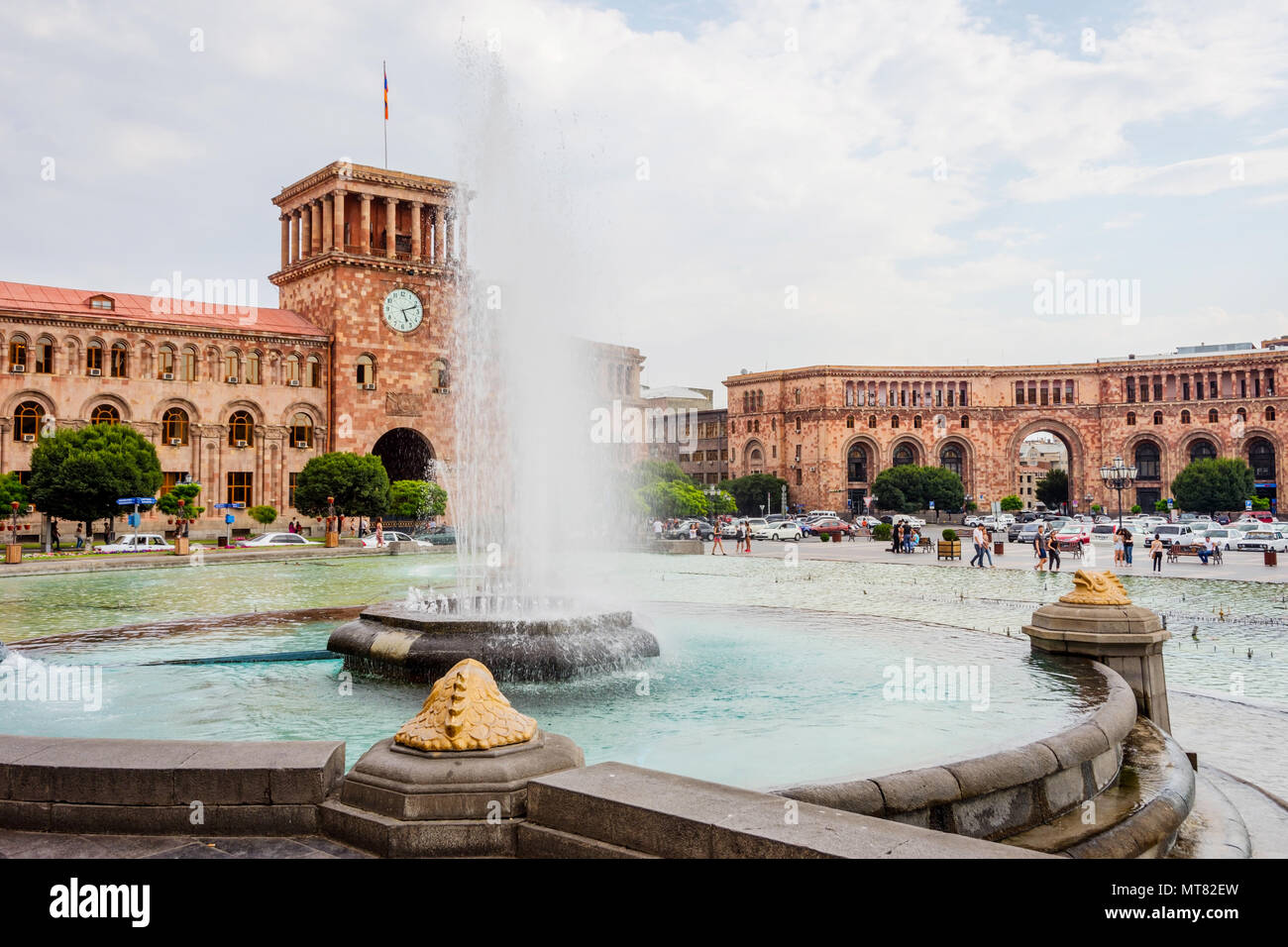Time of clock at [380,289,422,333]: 5:11
